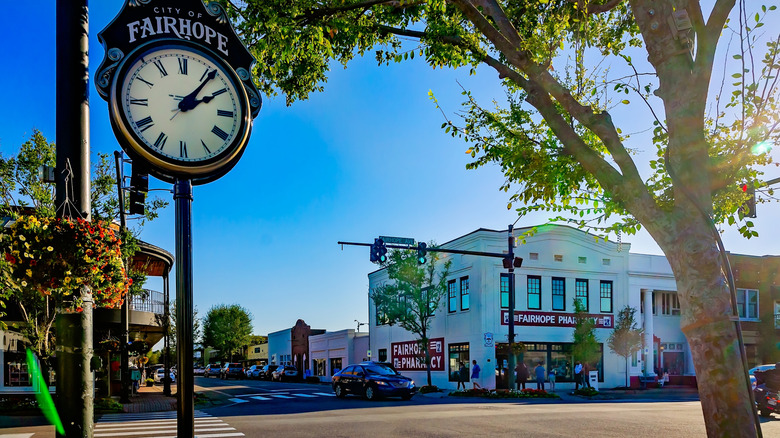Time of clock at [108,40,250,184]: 2:06
